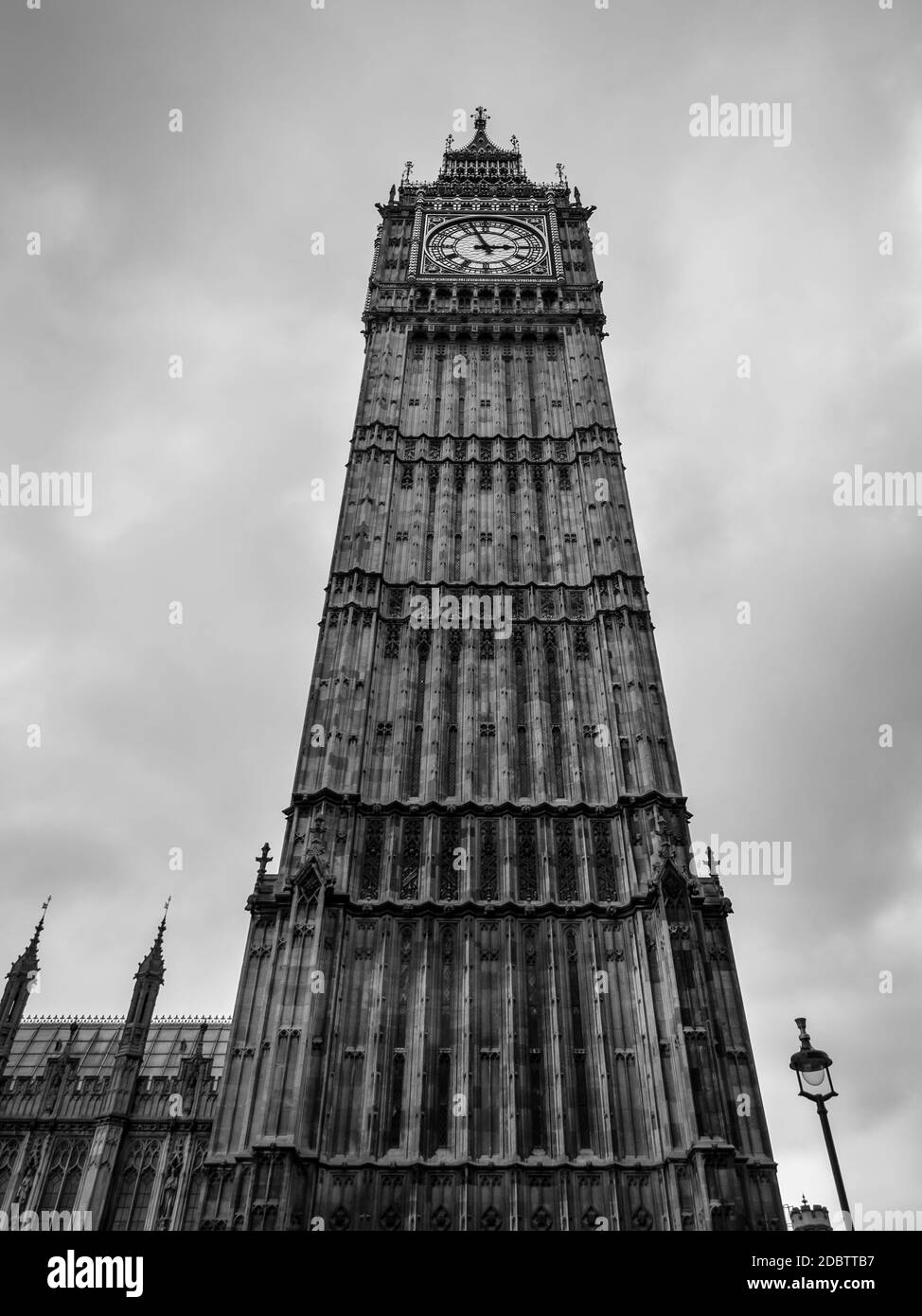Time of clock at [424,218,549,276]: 2:56
